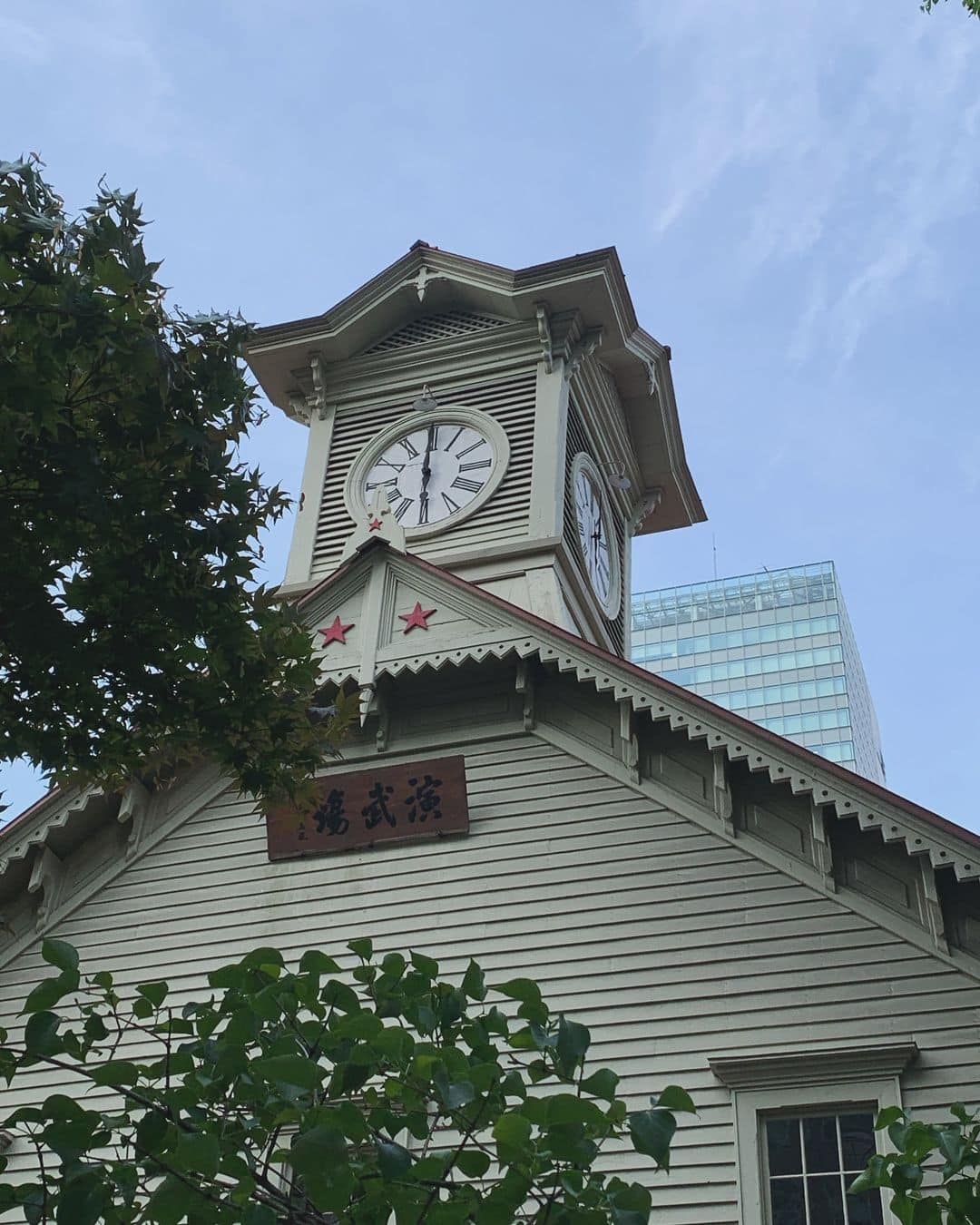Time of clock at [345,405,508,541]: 5:59
